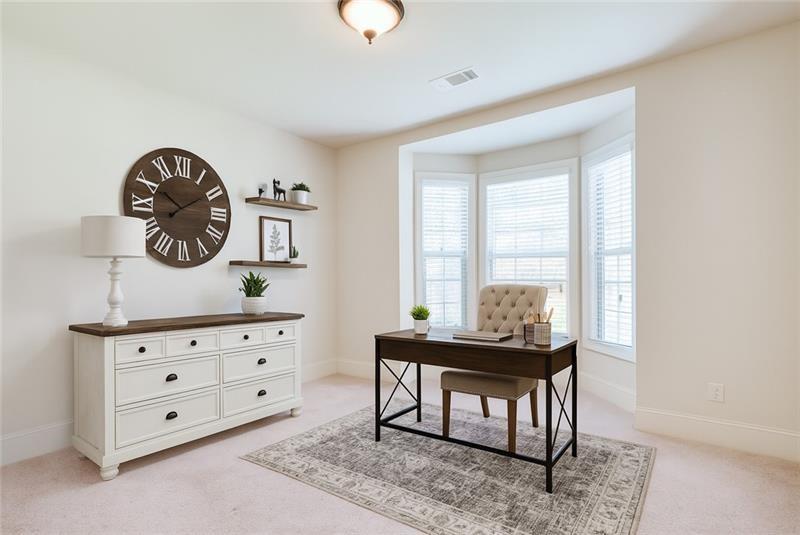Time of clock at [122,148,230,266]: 10:09
